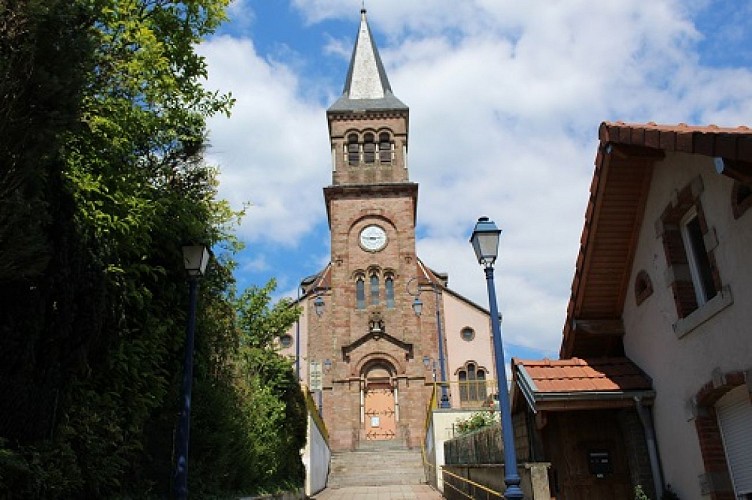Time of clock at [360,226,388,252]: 8:45
